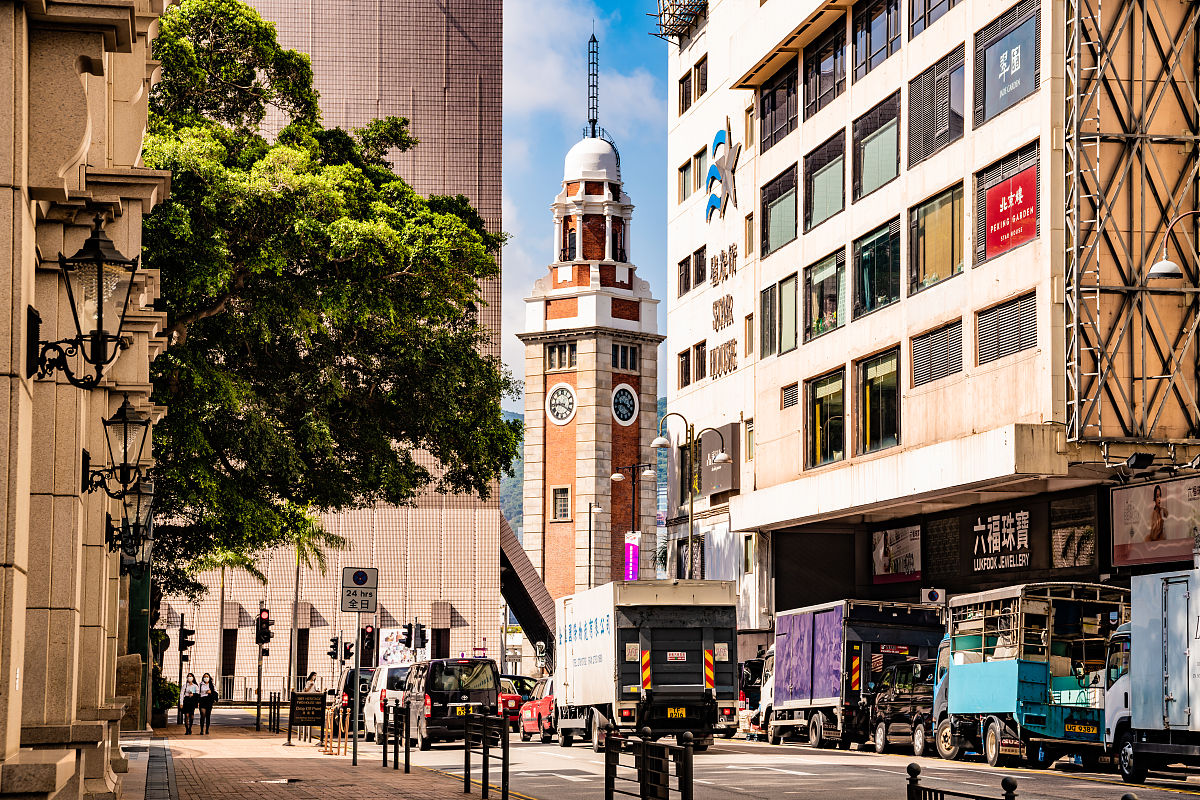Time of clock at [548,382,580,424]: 9:20
